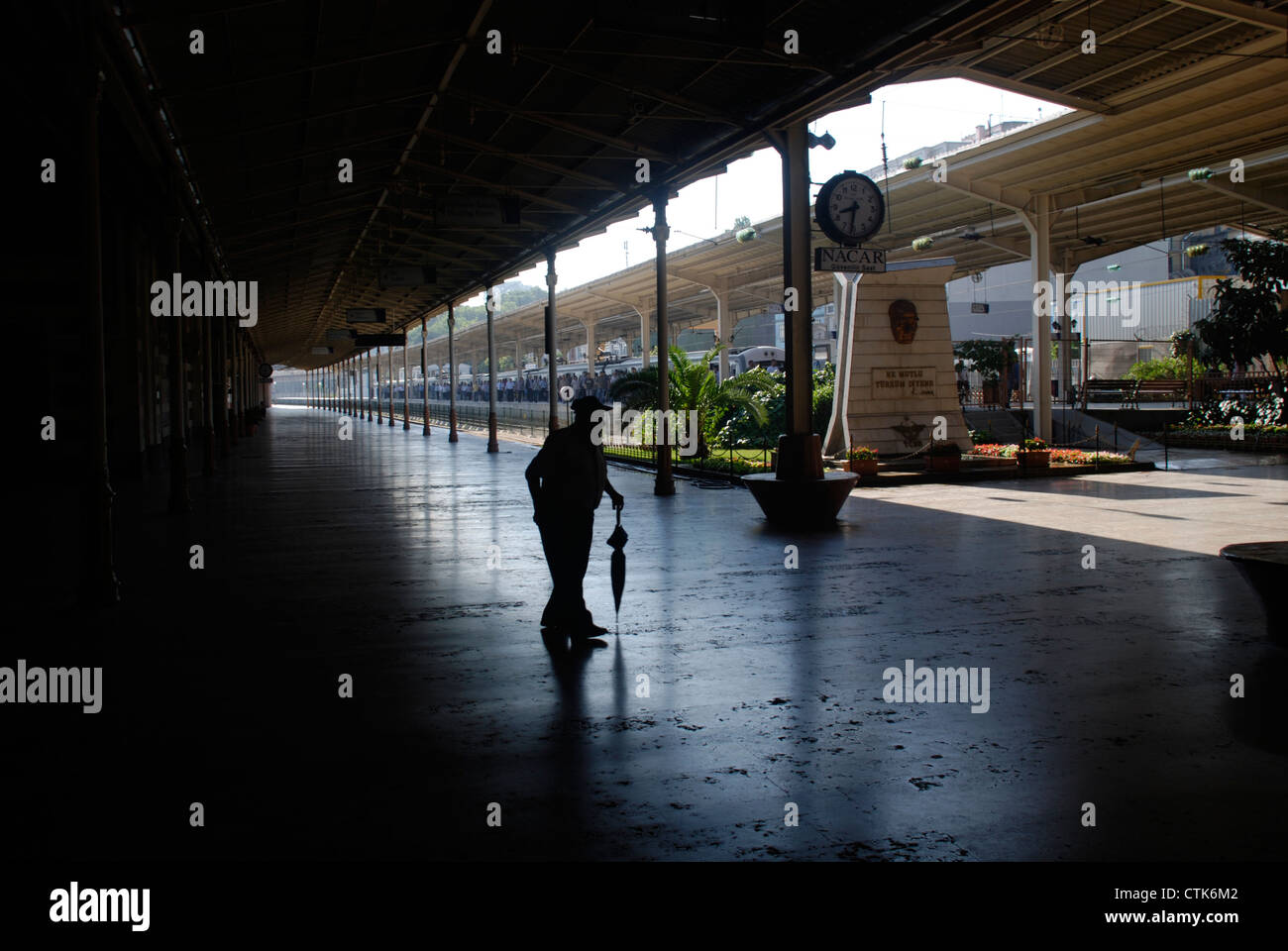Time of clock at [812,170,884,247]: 8:31
